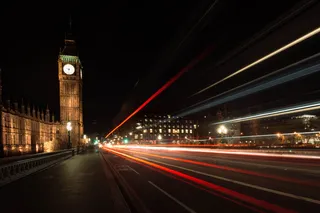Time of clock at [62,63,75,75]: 9:32
